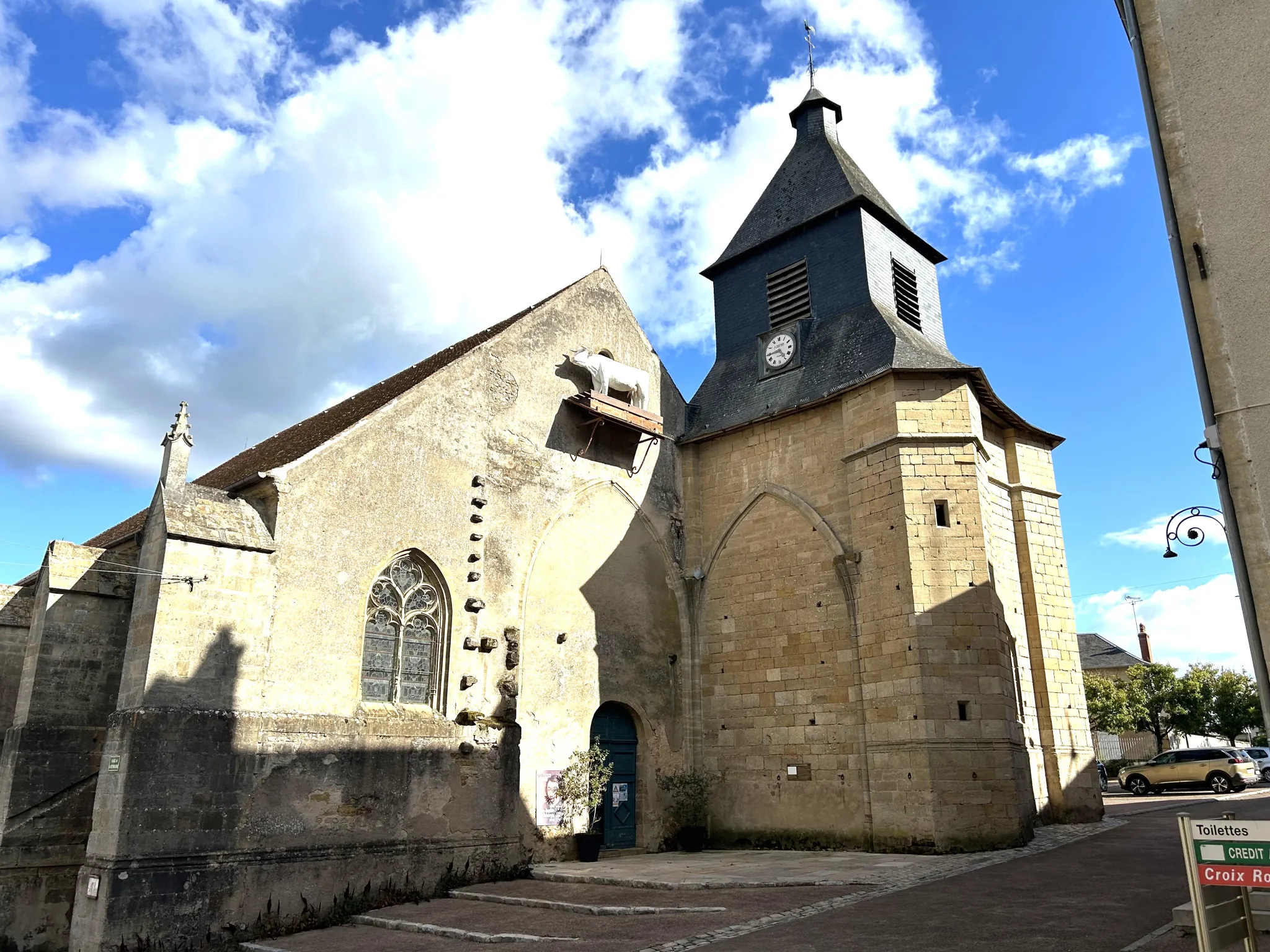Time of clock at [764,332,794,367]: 4:44
